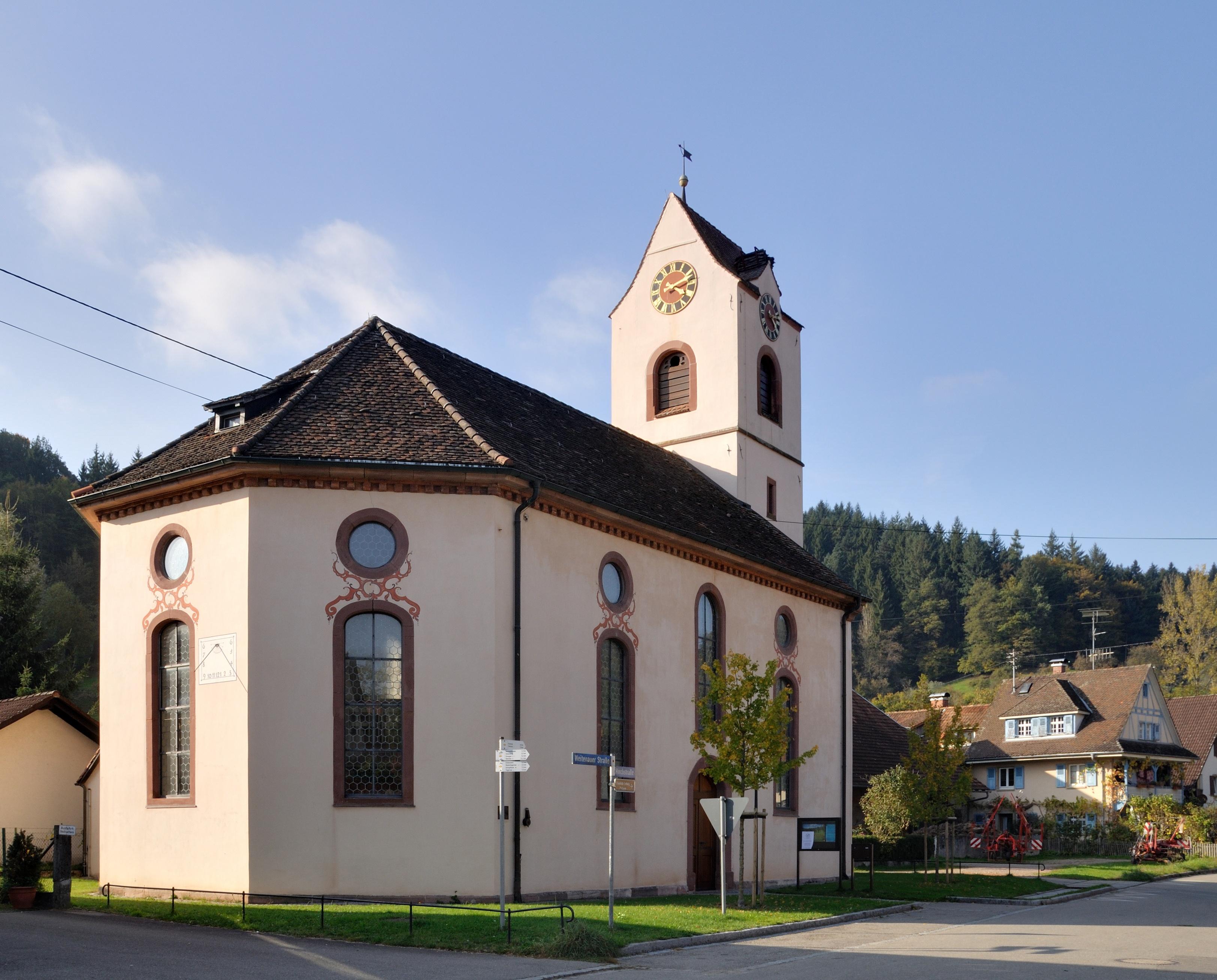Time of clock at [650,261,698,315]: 2:11
